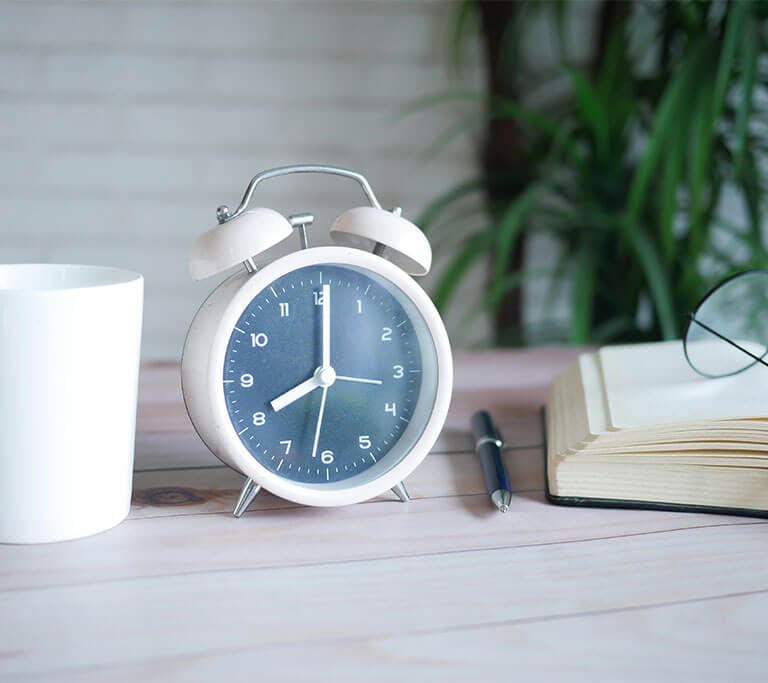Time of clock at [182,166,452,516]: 8:00
